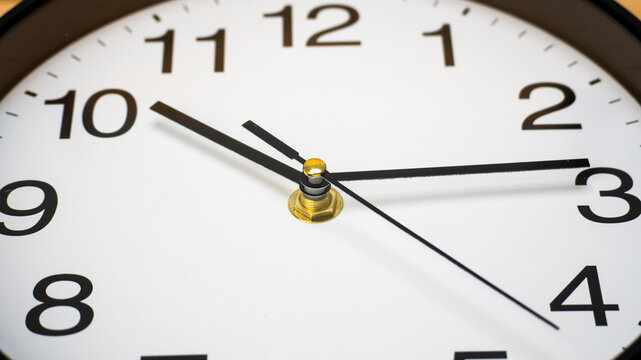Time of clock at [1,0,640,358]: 10:13
